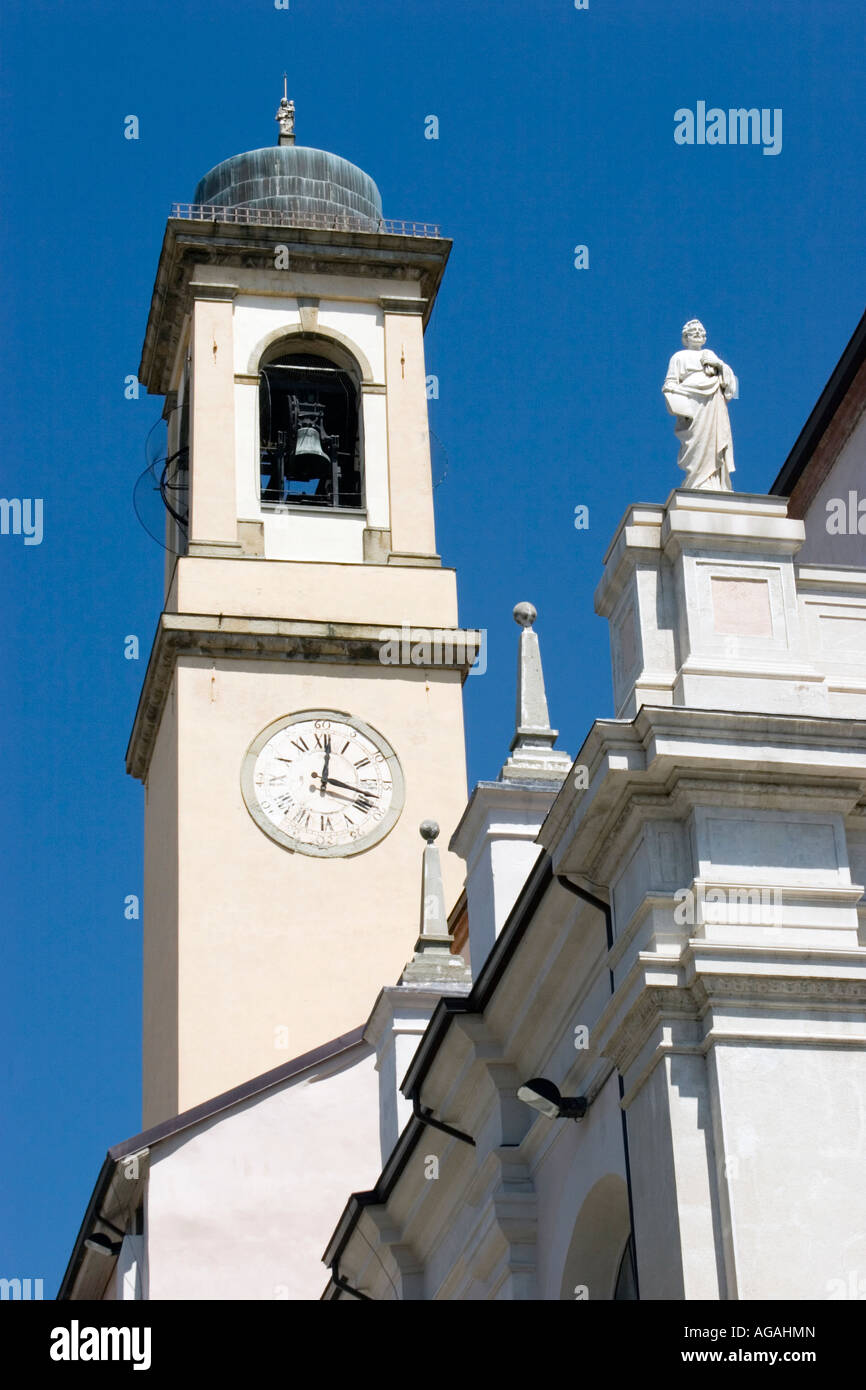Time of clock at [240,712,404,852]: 12:17
